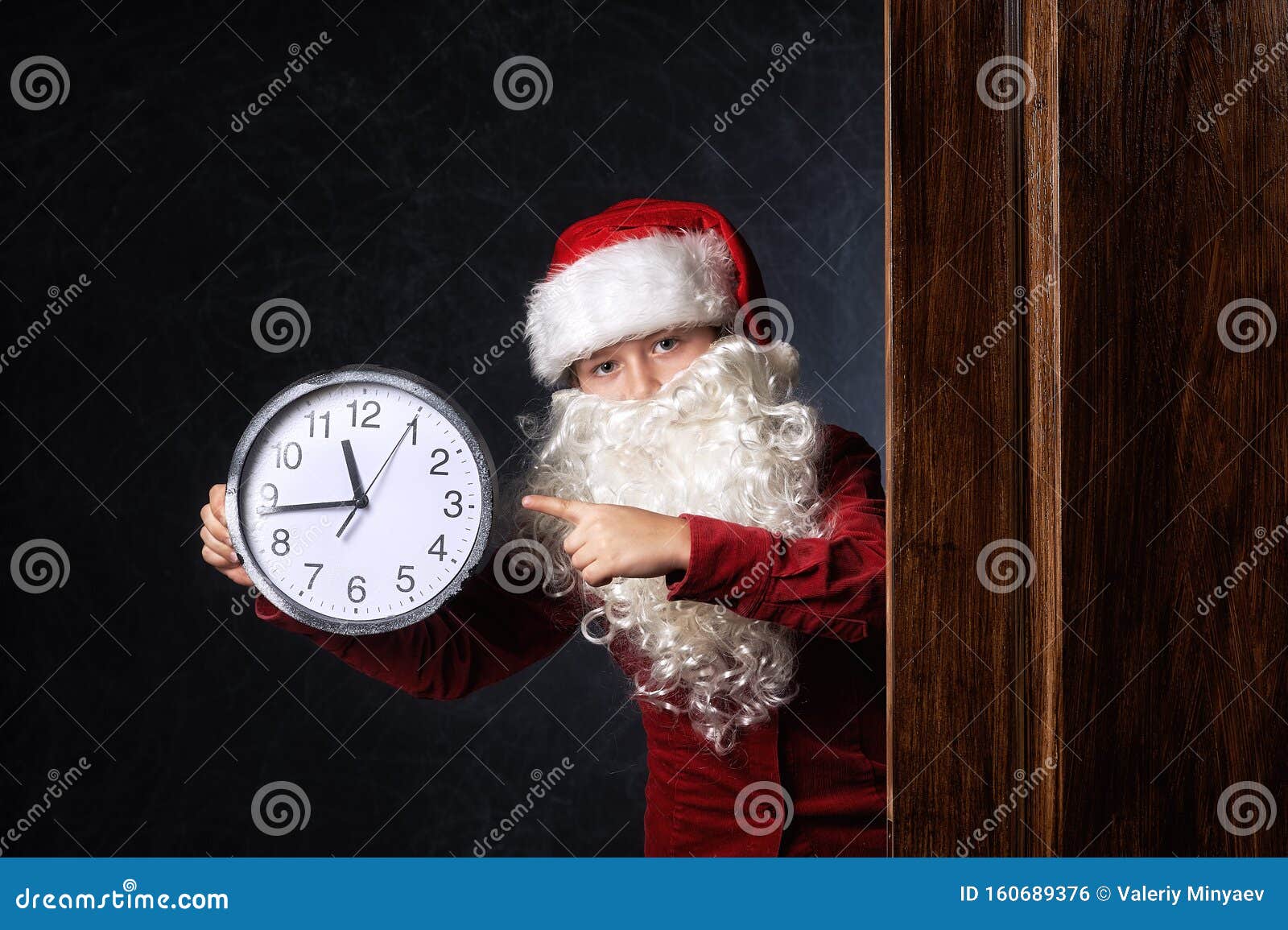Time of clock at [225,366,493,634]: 11:43
